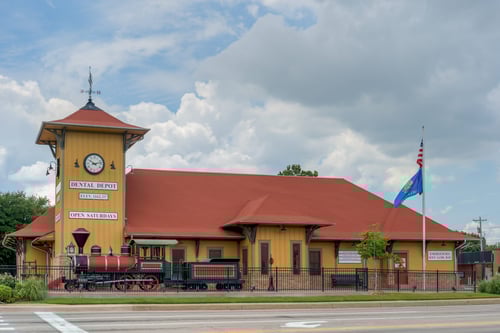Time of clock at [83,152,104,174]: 10:12
